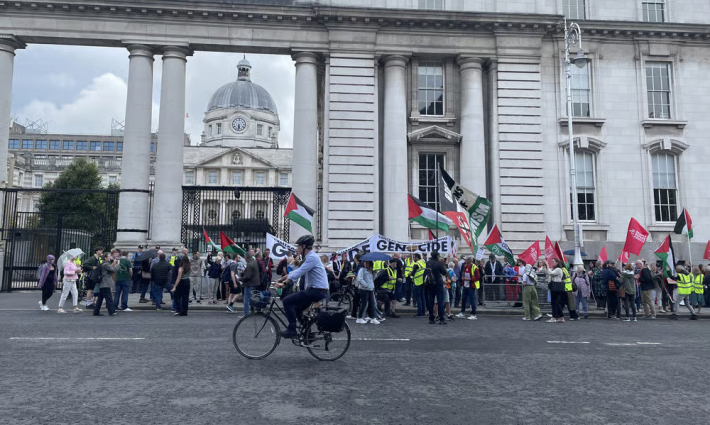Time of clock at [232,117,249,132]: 5:31
